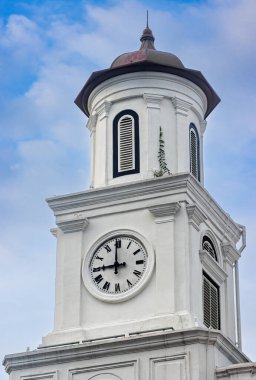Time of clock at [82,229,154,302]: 8:59
